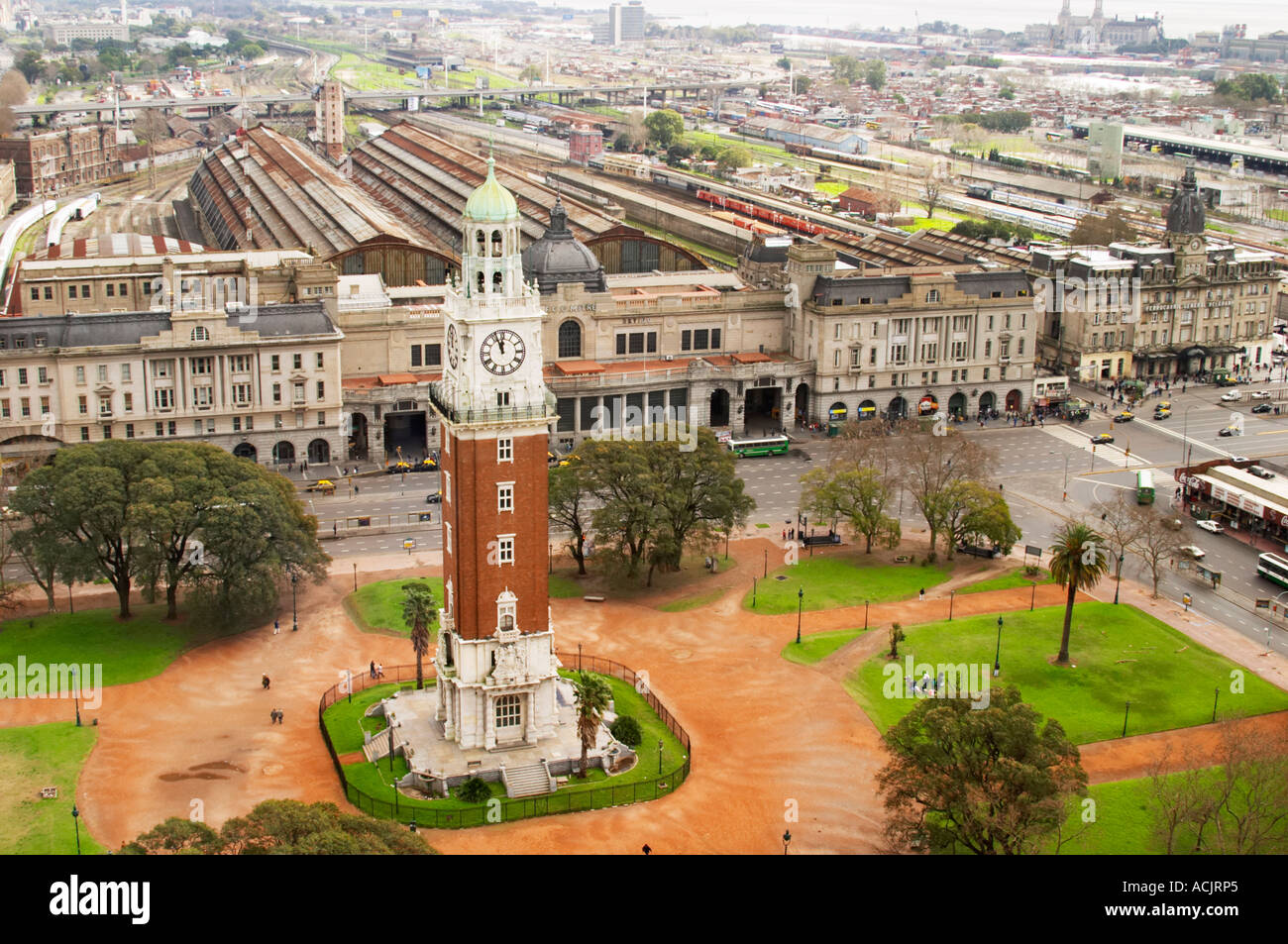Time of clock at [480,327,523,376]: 11:56
